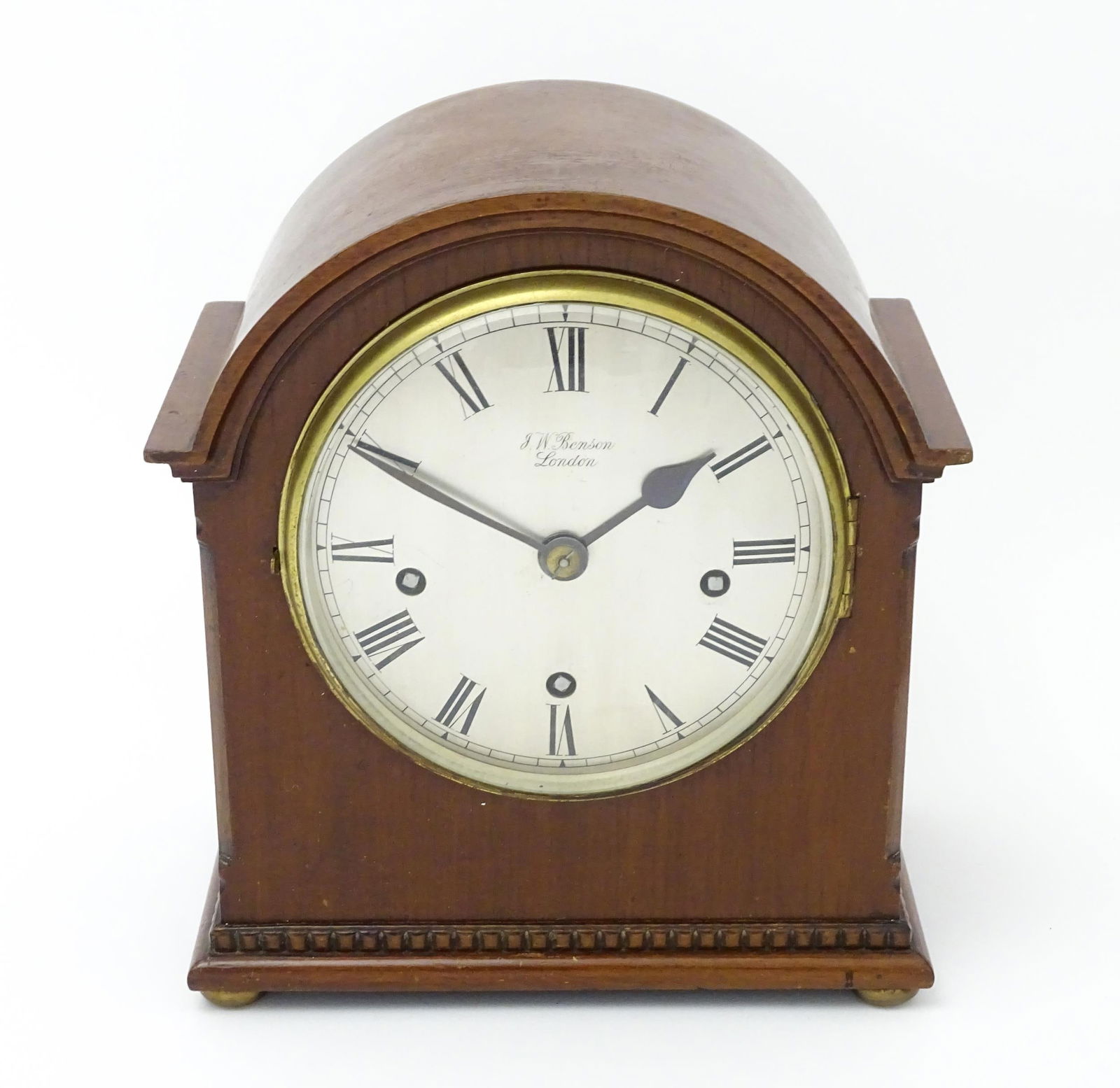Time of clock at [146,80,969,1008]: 1:49
